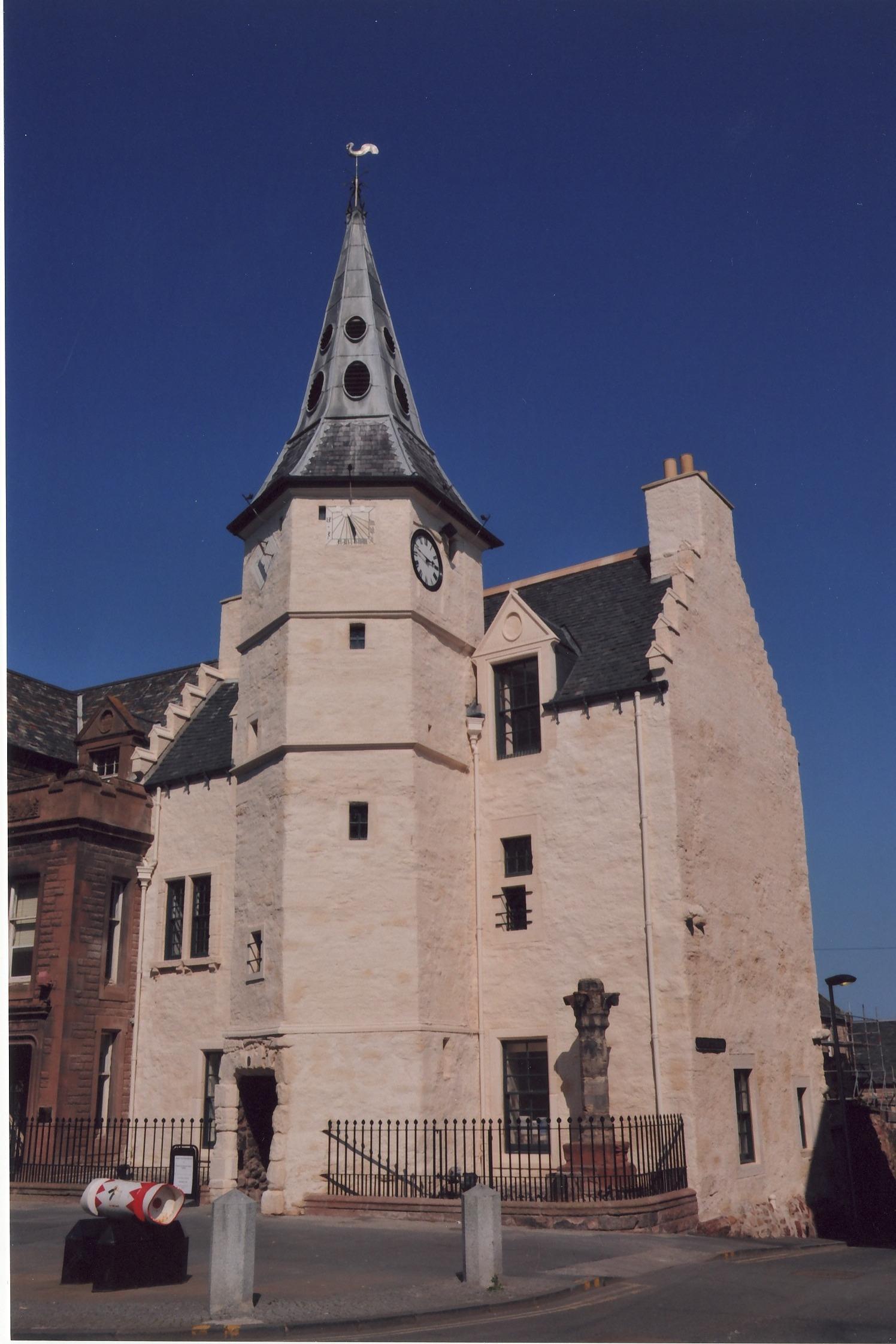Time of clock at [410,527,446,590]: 2:48
